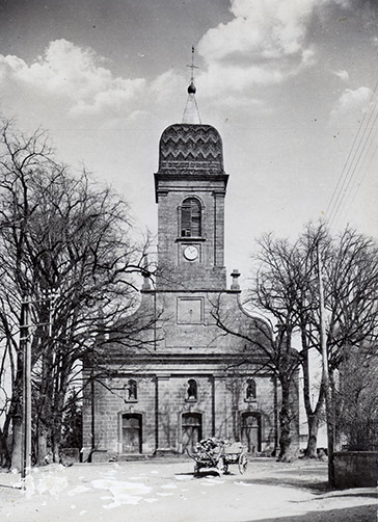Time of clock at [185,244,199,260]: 1:56
